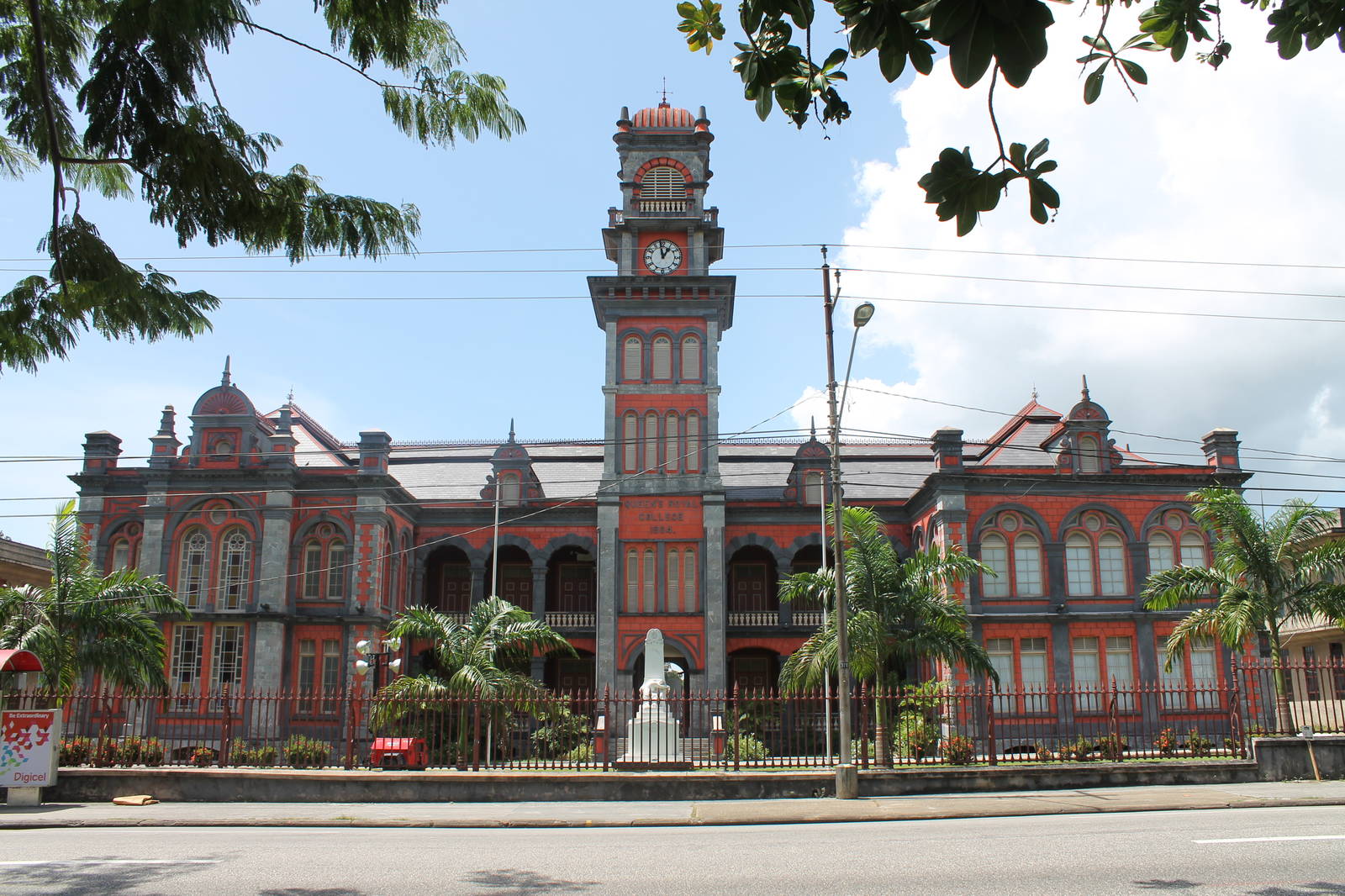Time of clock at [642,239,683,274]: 12:58
